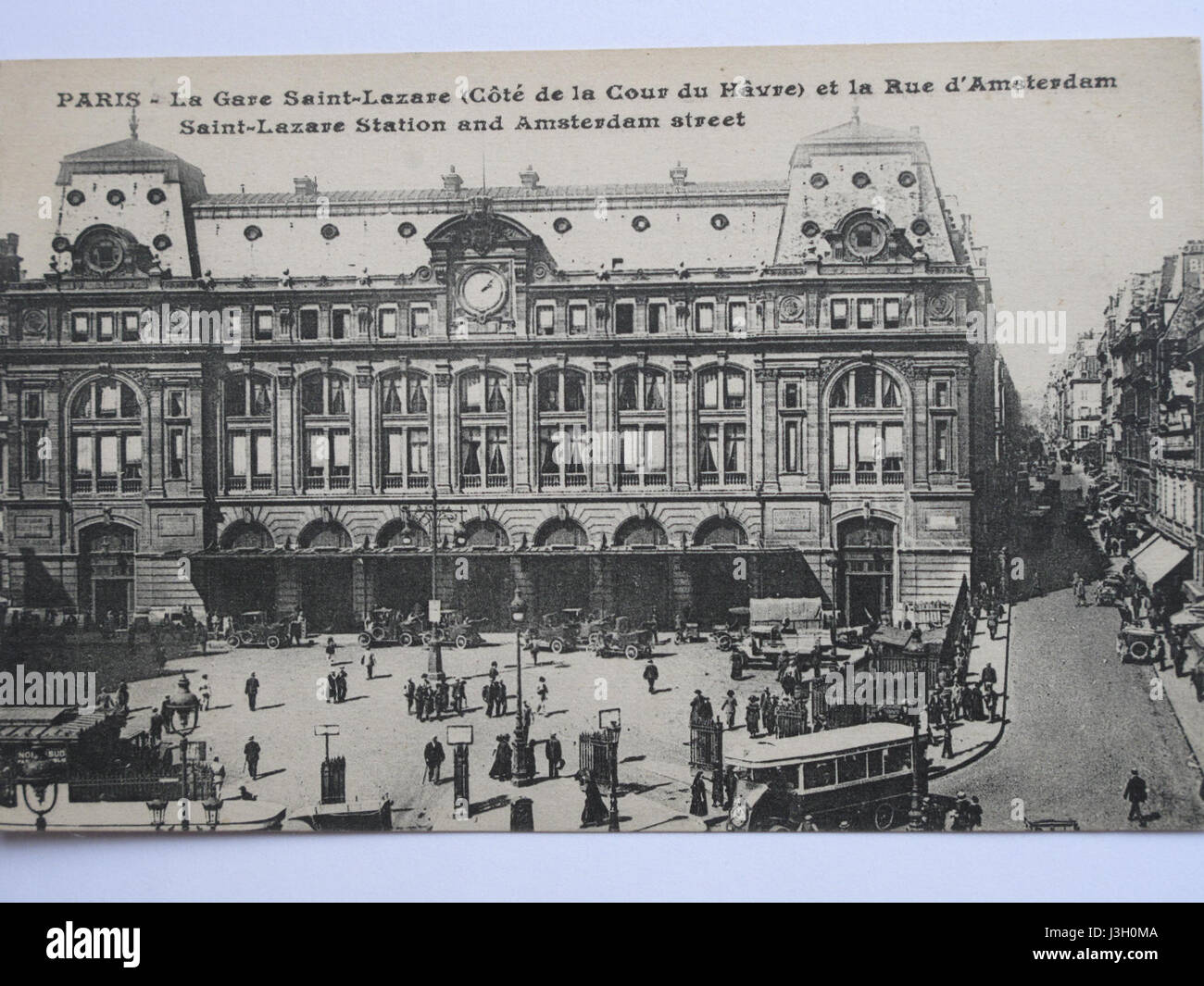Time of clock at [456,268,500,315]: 2:07
